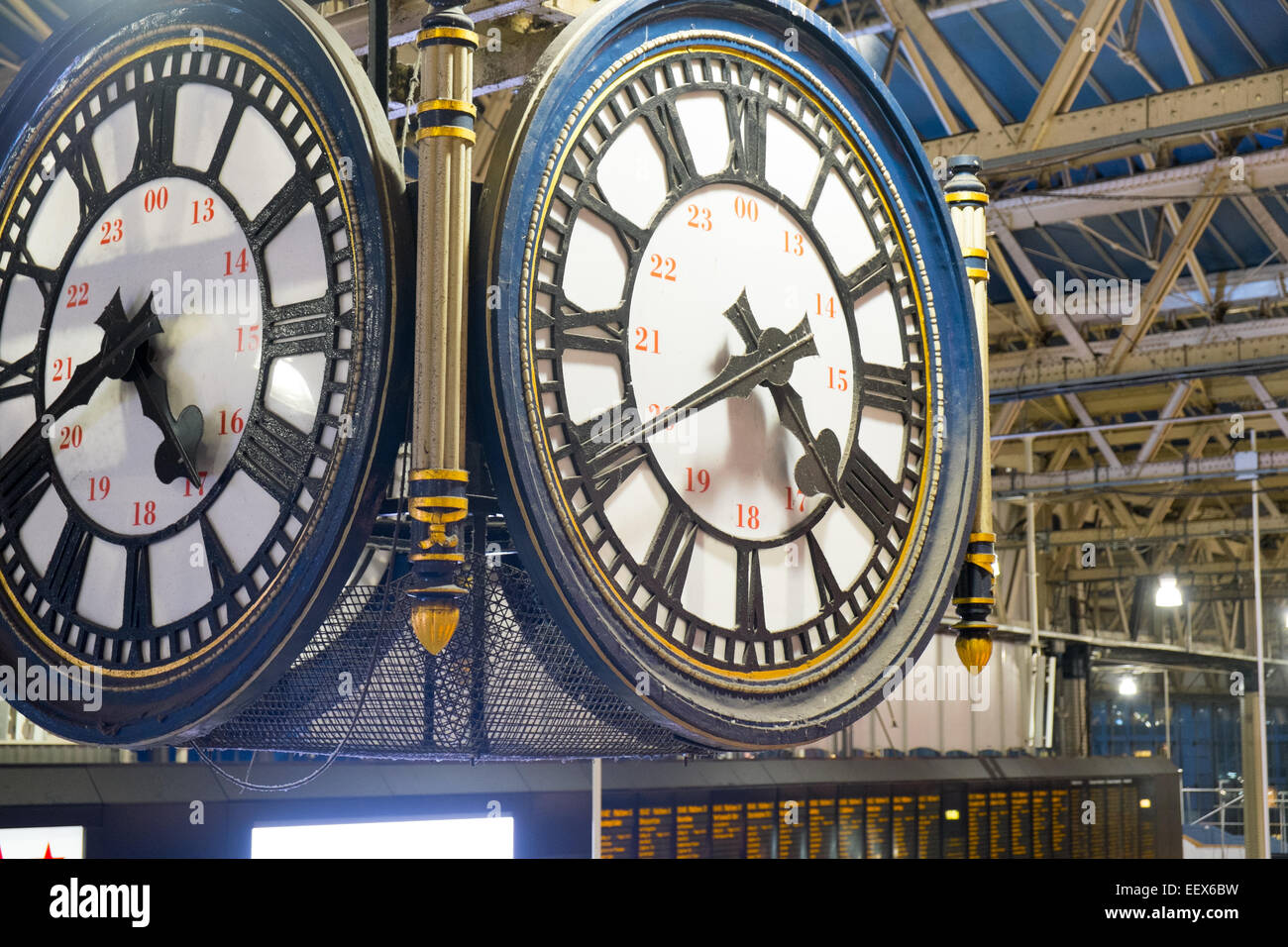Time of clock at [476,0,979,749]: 2:21
